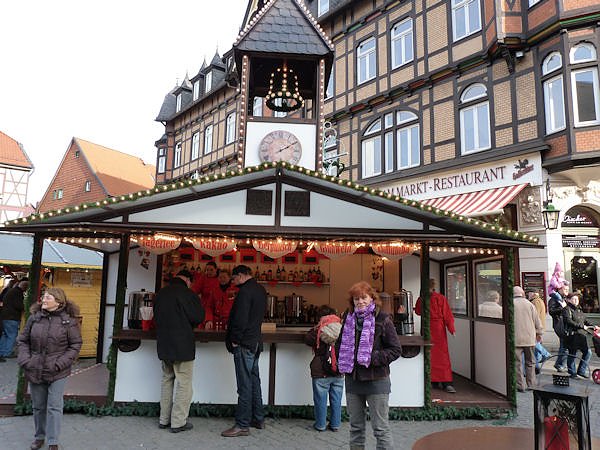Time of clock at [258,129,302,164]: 2:09
